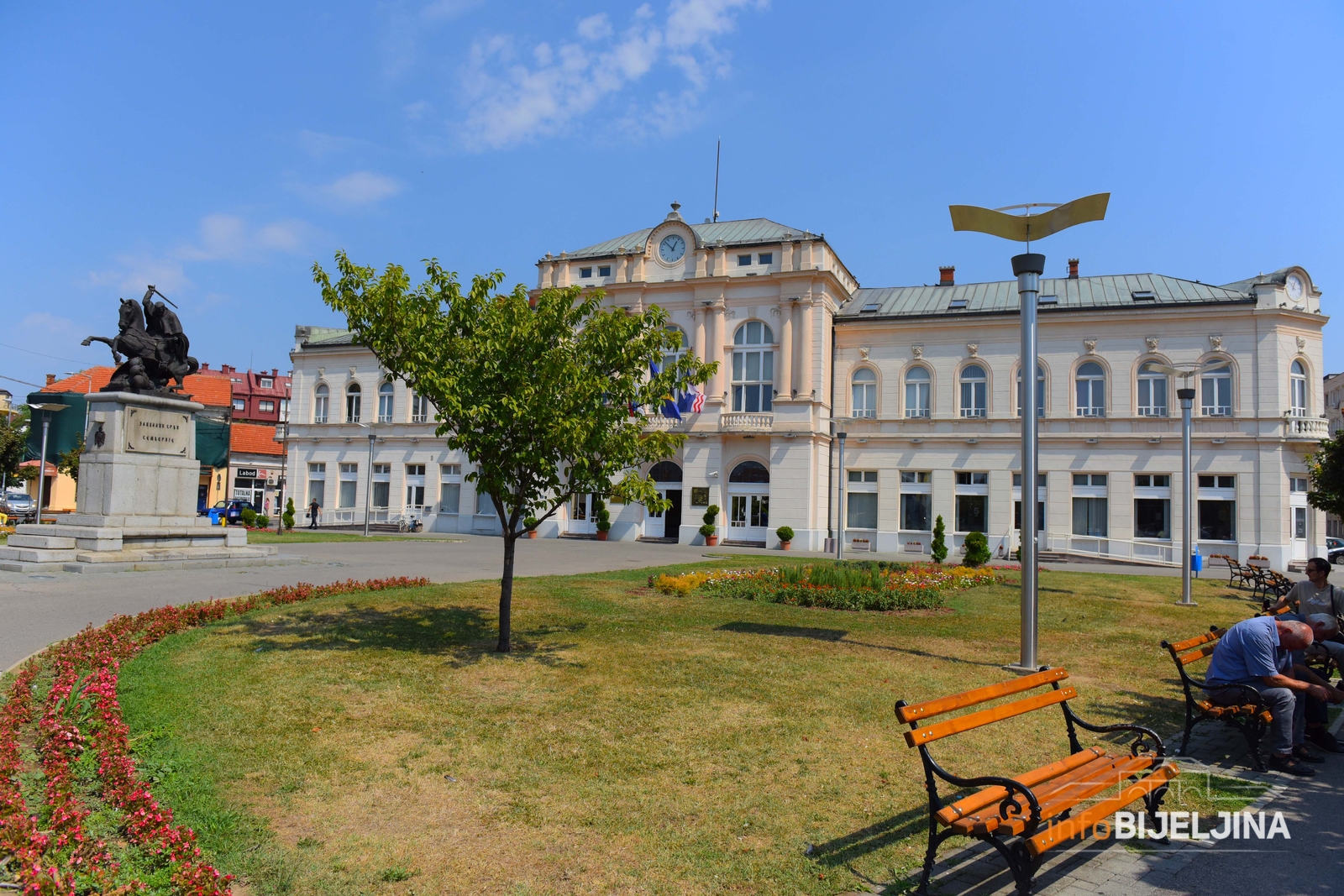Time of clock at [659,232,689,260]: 12:52
